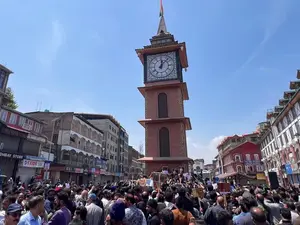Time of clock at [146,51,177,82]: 12:07
